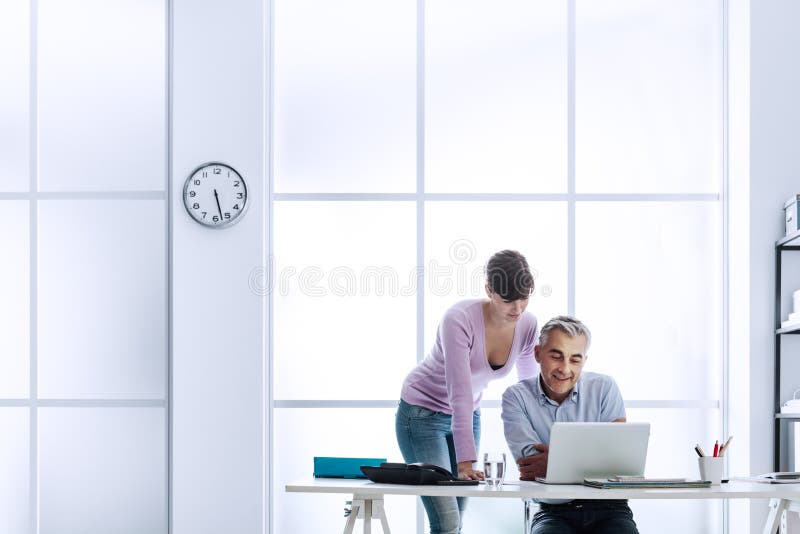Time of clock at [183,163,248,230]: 5:27
